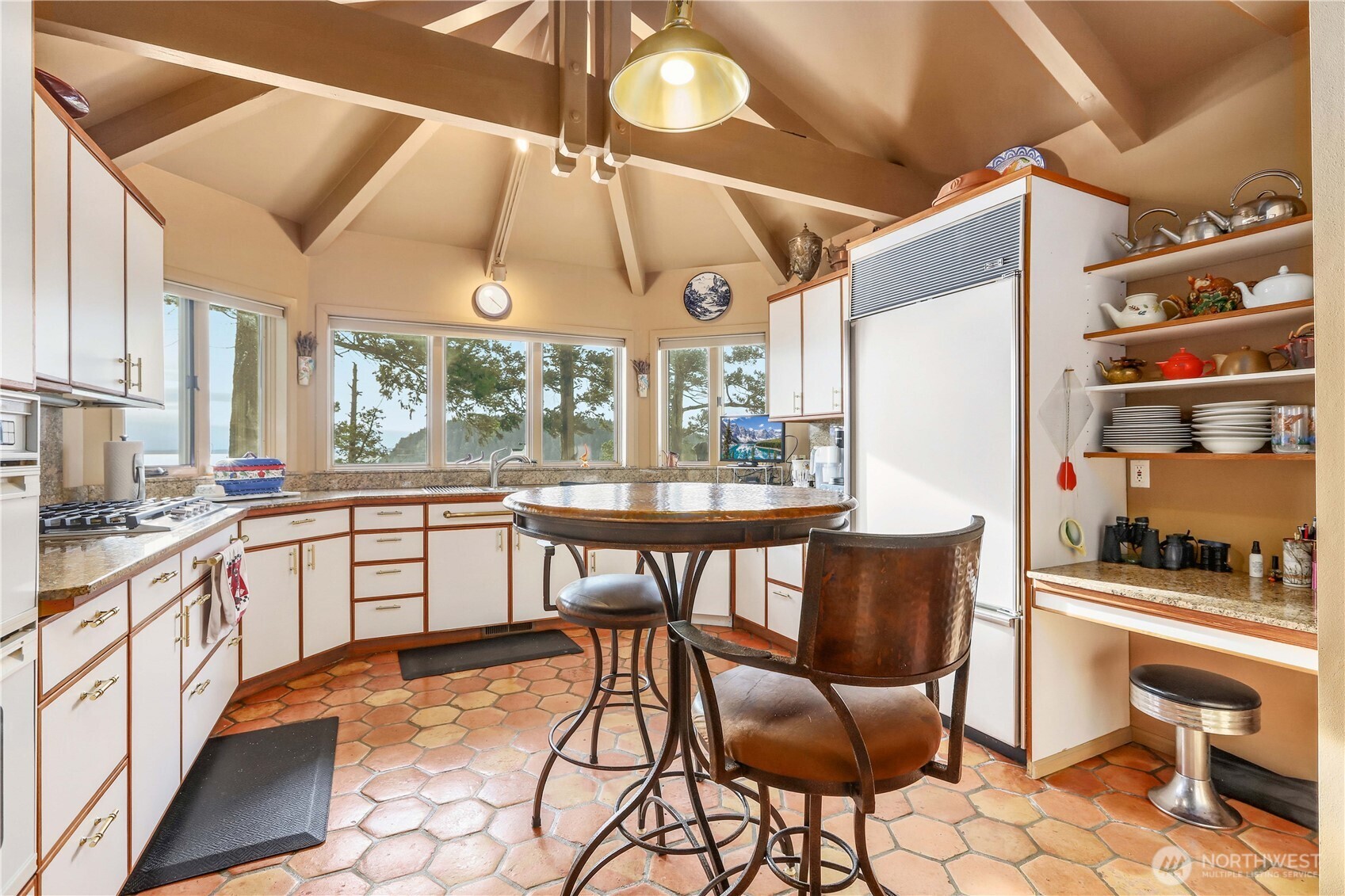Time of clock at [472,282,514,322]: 4:22
